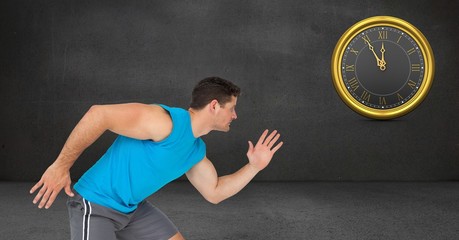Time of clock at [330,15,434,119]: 11:54
